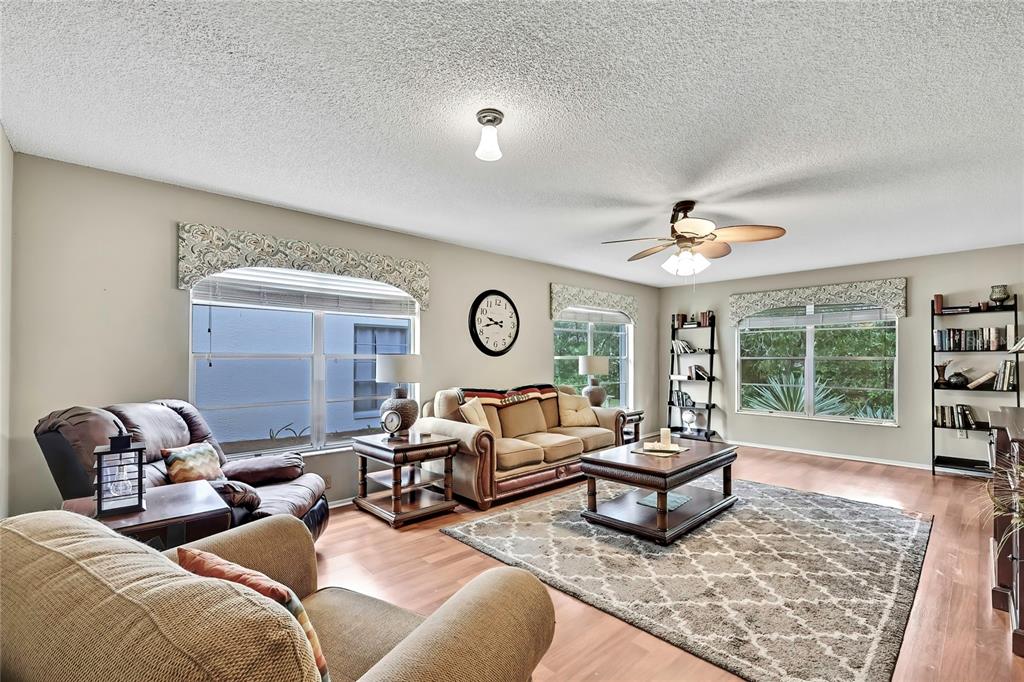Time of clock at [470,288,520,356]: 9:42
